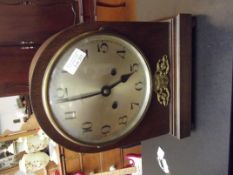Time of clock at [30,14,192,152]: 1:43
